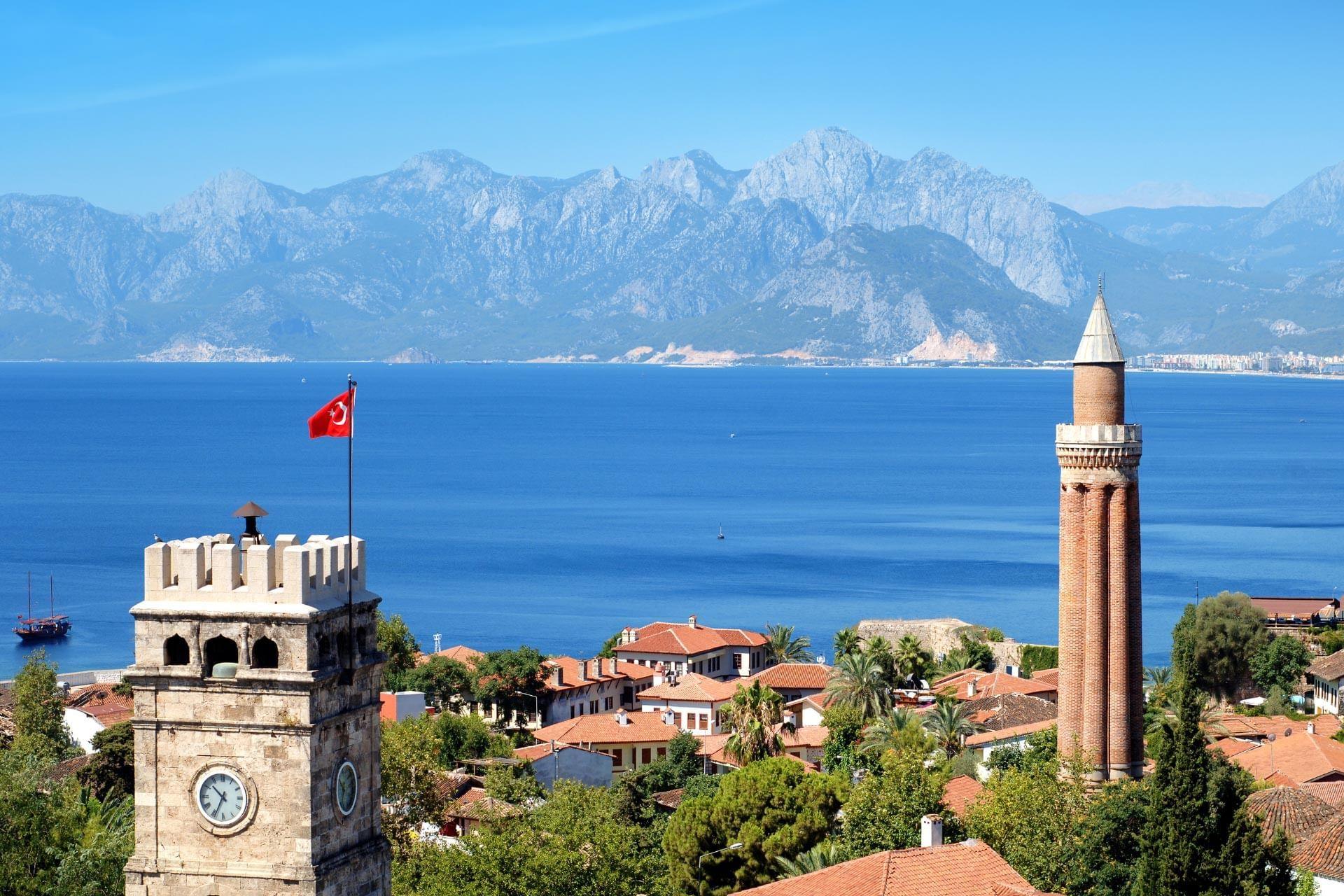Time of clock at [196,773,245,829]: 10:34
